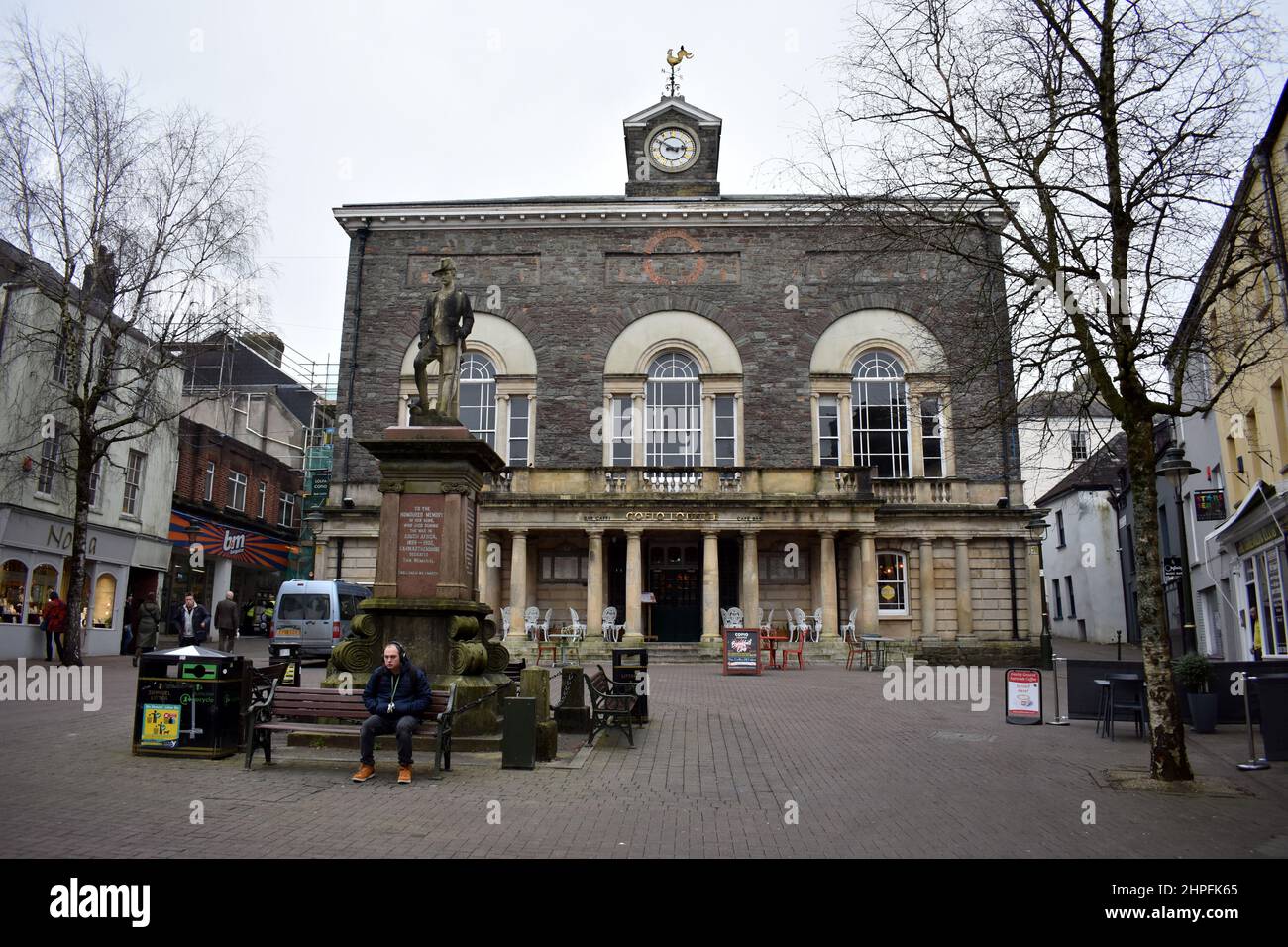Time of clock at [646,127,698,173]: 2:50
